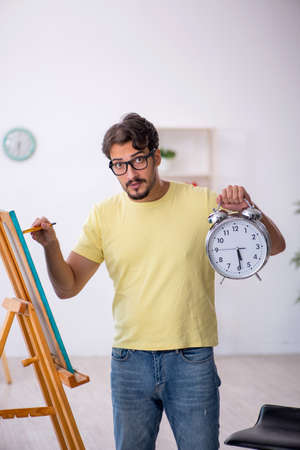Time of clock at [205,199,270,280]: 5:29
